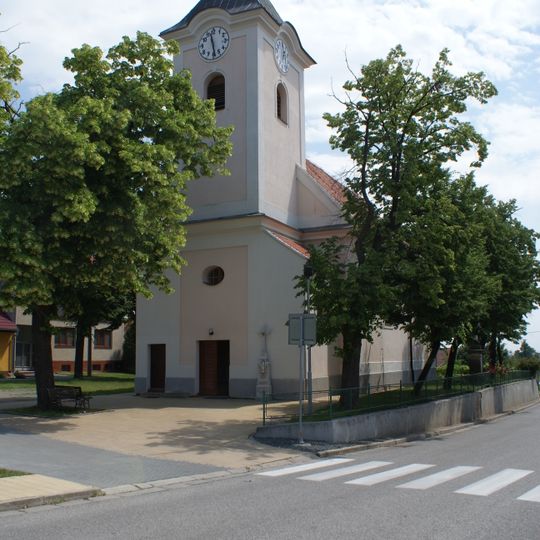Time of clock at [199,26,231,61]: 11:28
